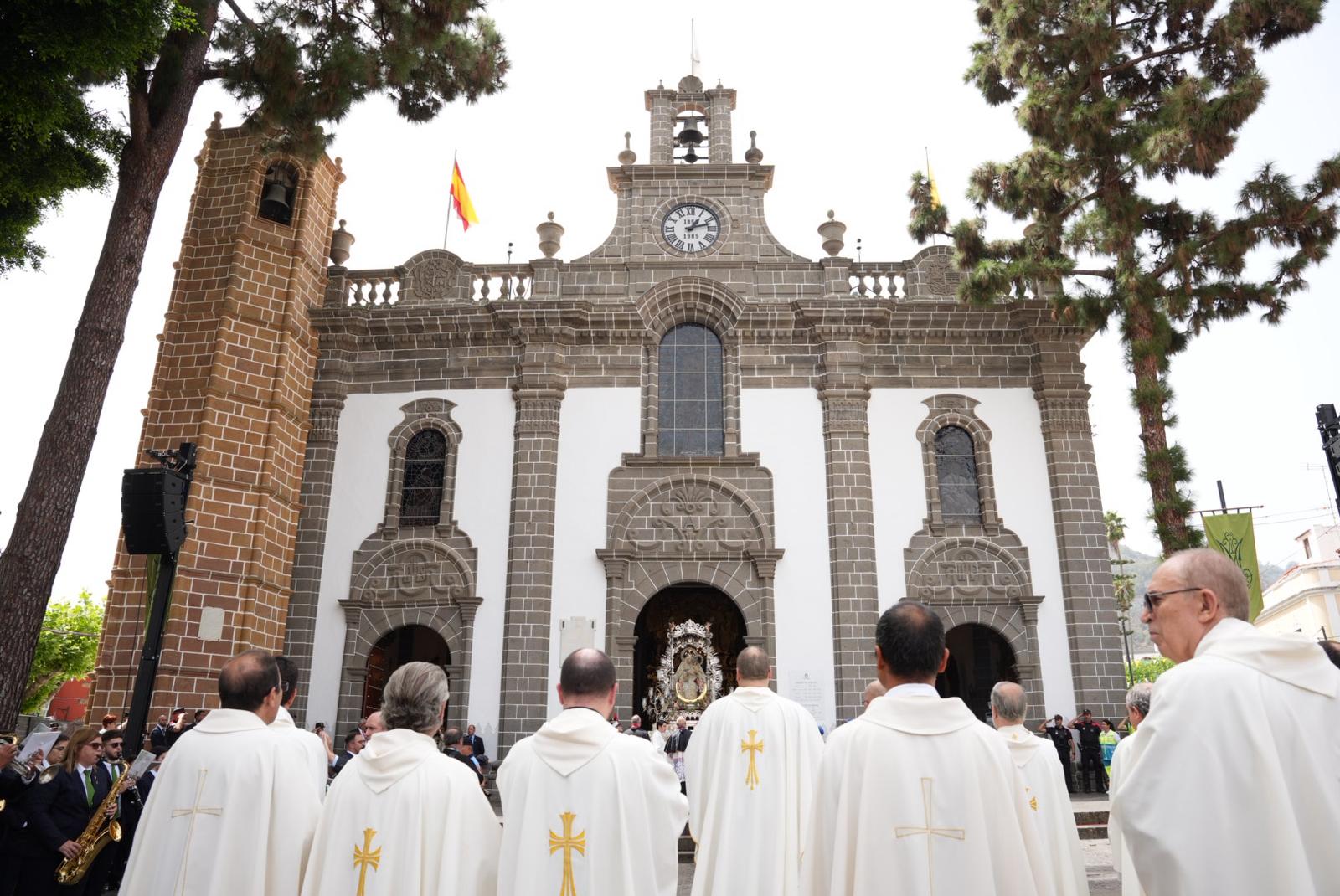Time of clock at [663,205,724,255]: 1:12
